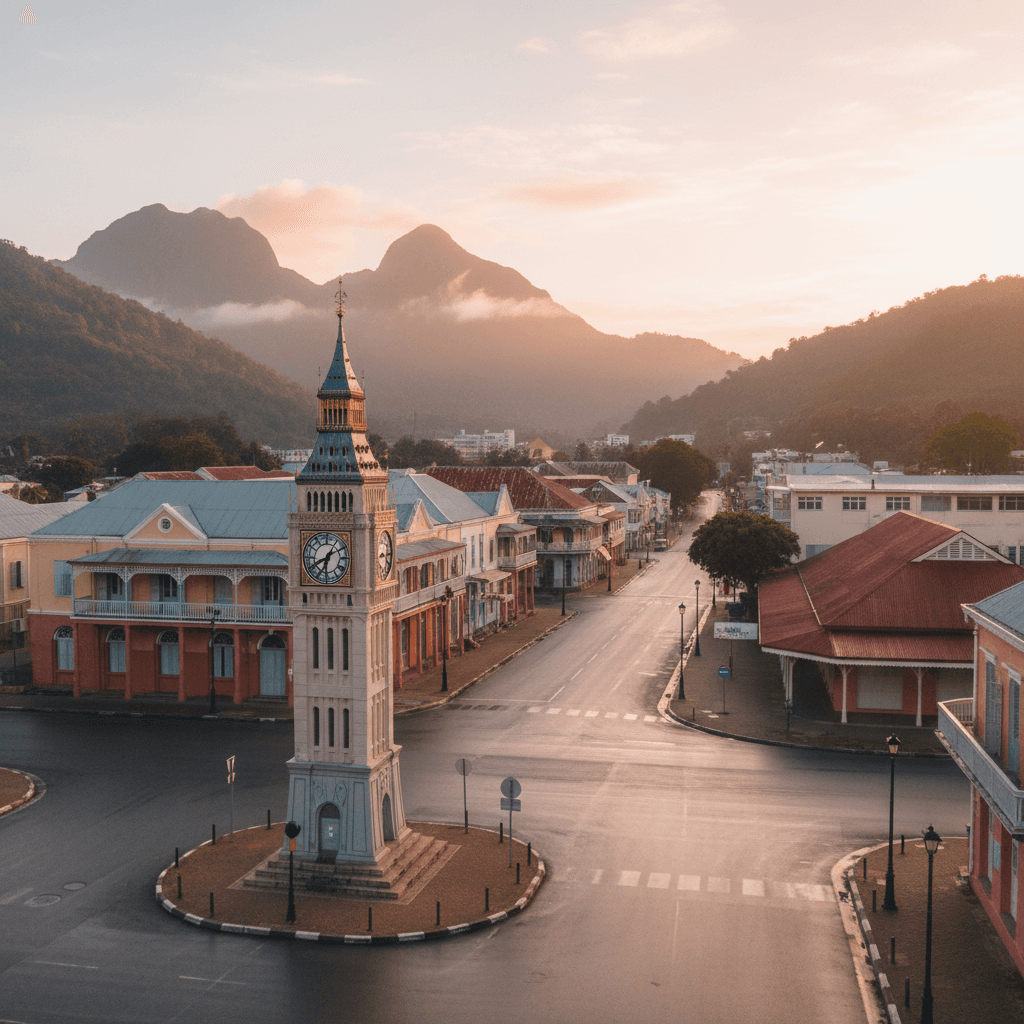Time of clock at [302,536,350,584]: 6:40
